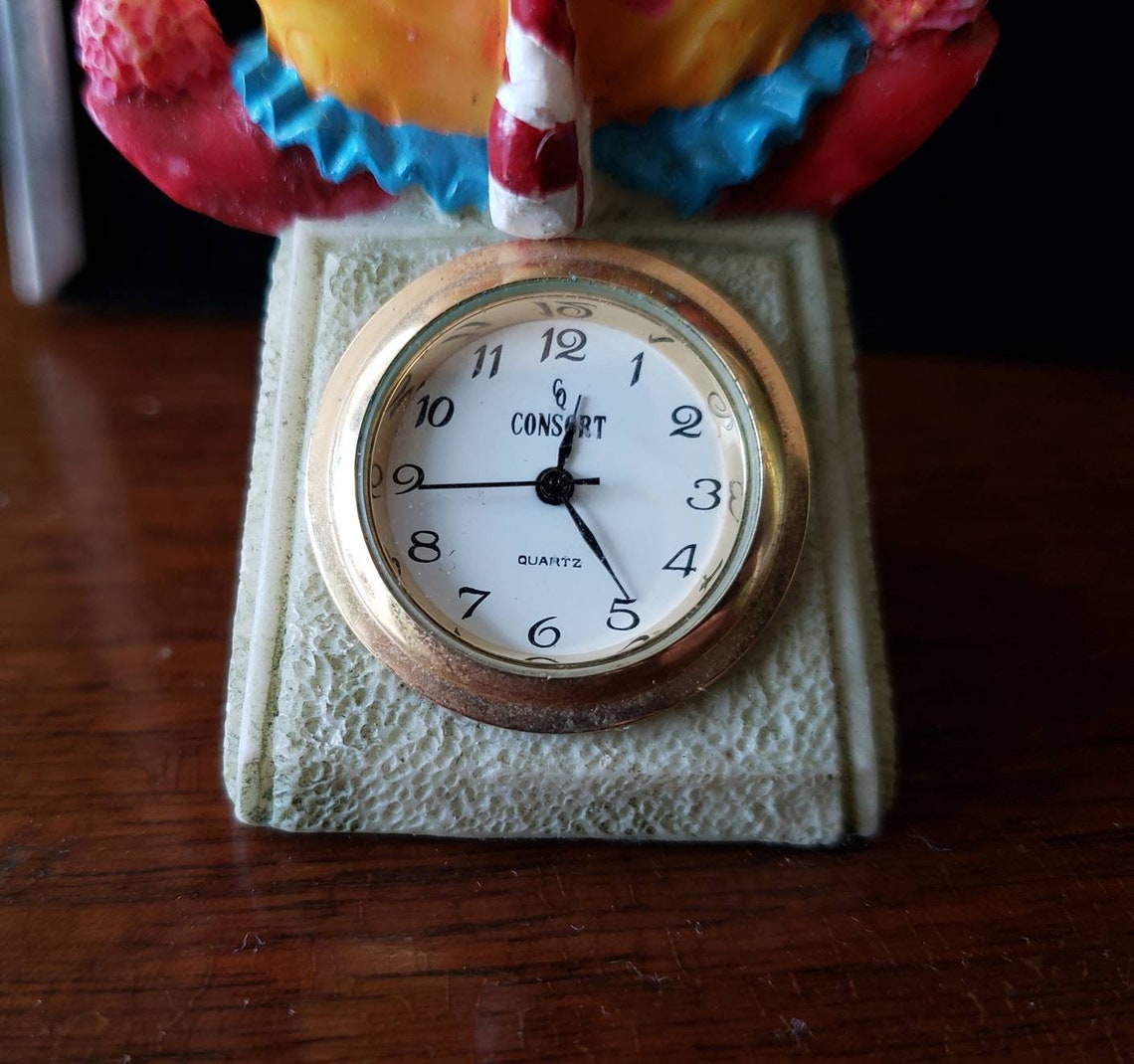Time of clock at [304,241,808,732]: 12:23
